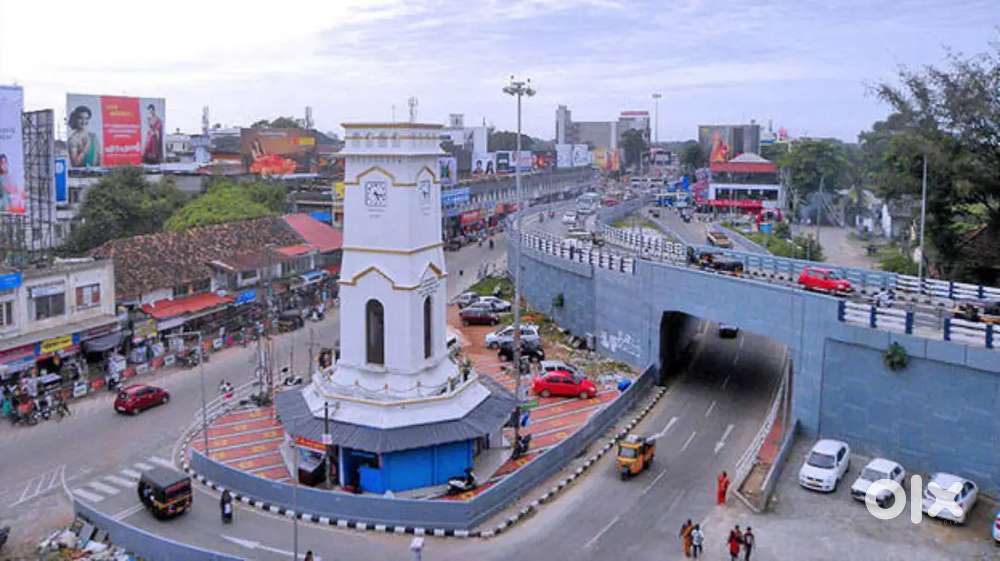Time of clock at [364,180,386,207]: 5:17
